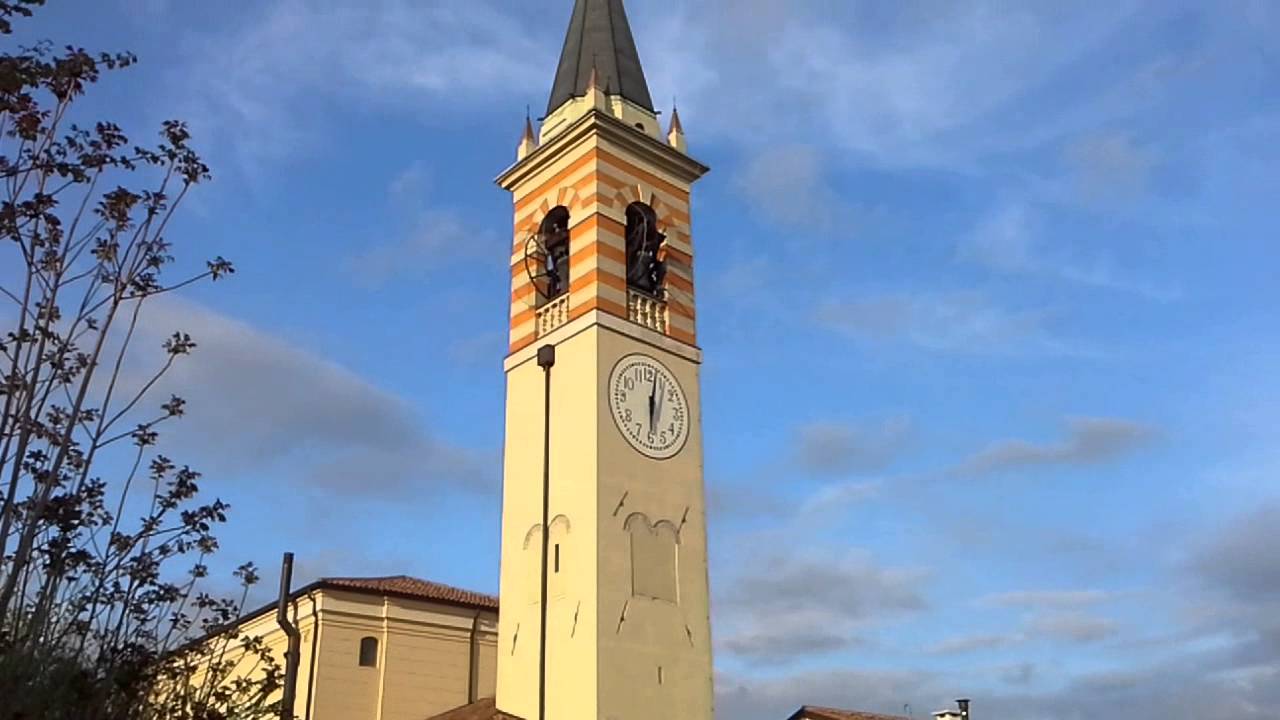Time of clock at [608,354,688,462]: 6:02
